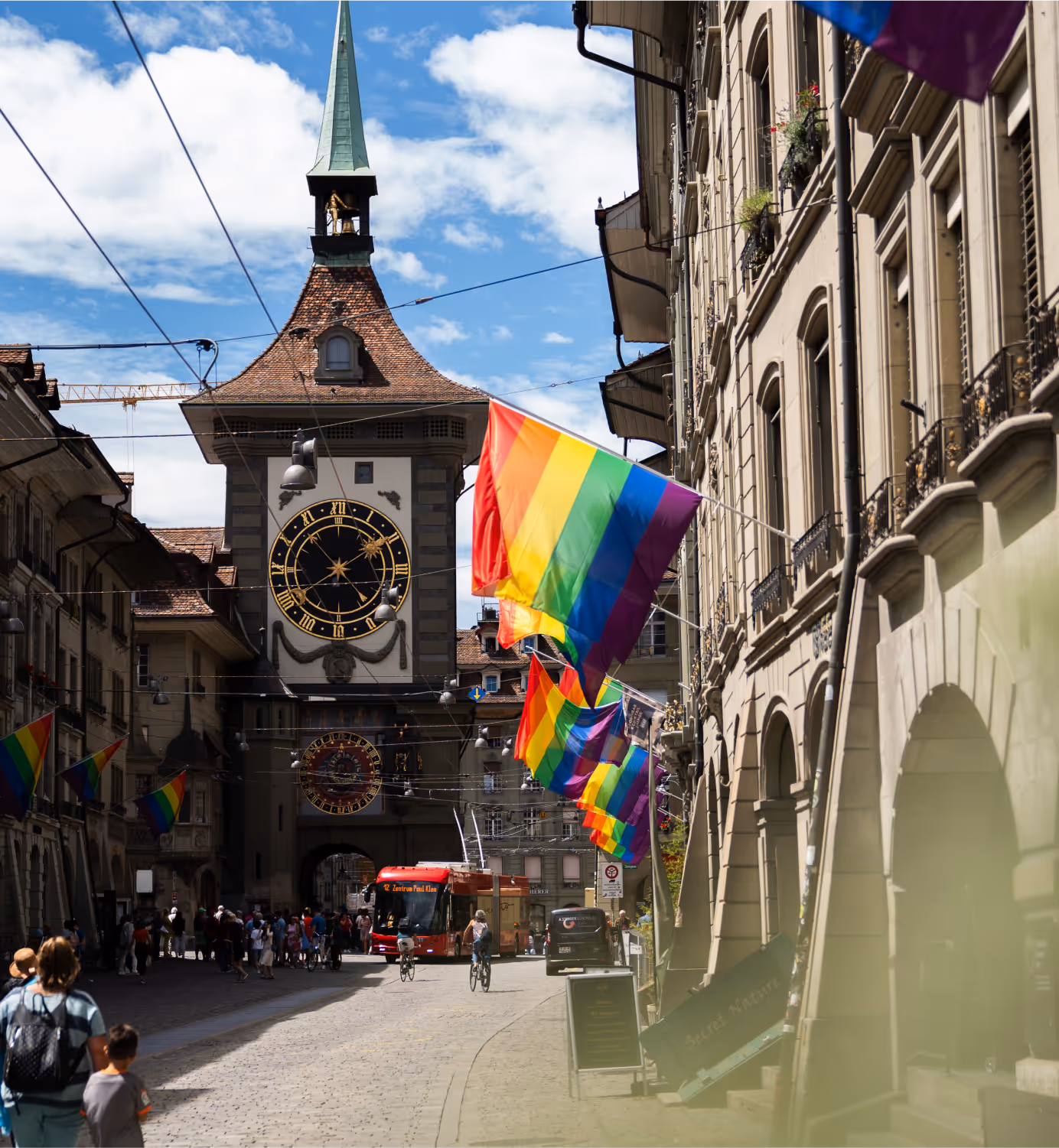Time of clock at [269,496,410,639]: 1:53
